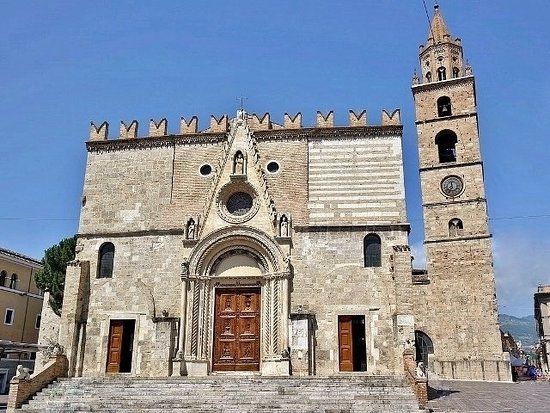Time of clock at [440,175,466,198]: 11:35
